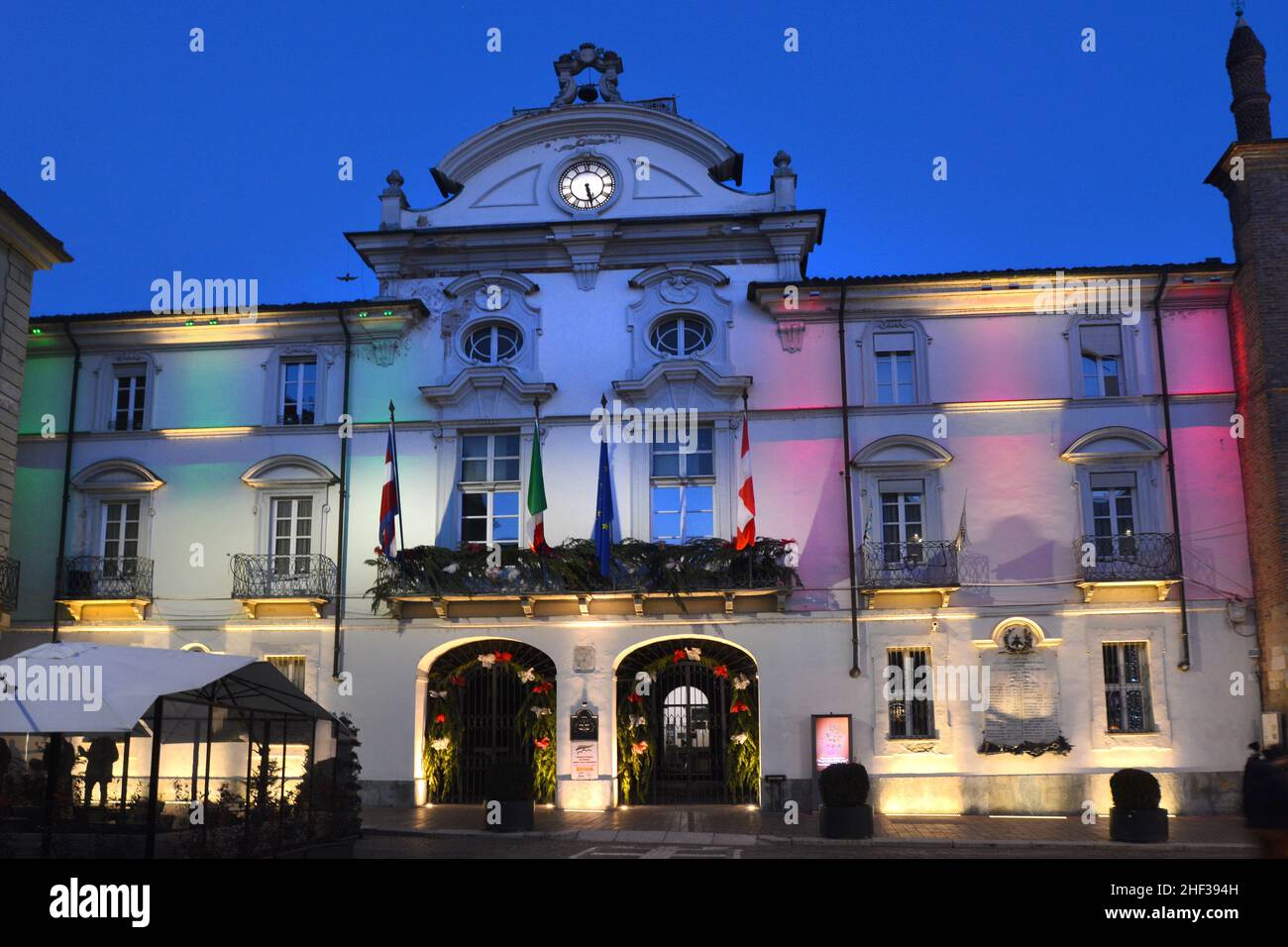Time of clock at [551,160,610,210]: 5:27
